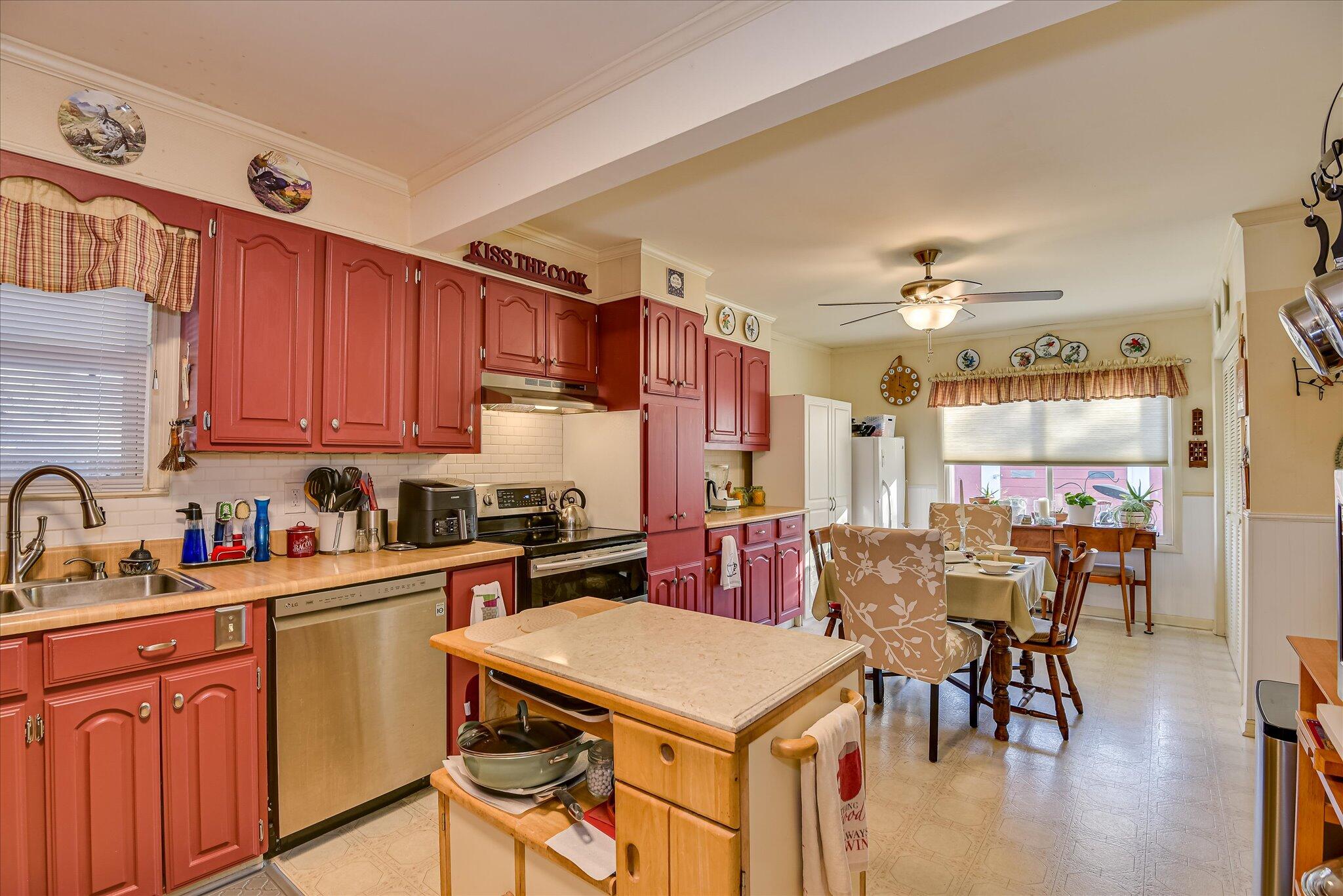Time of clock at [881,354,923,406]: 4:00
